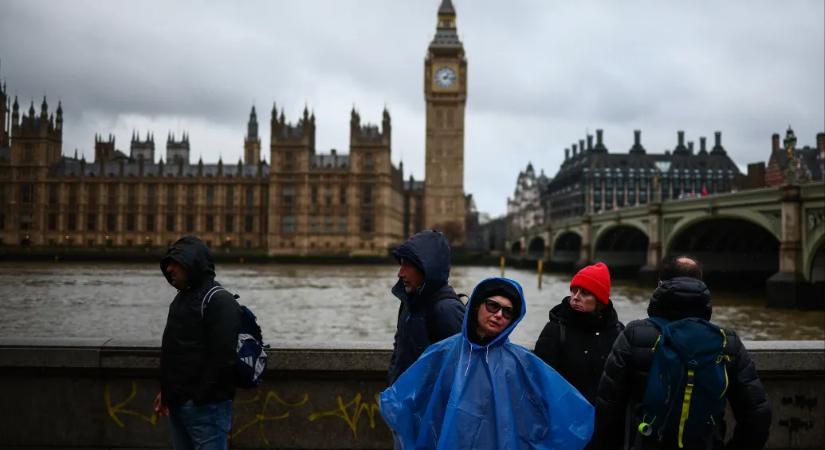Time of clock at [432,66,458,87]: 1:16
